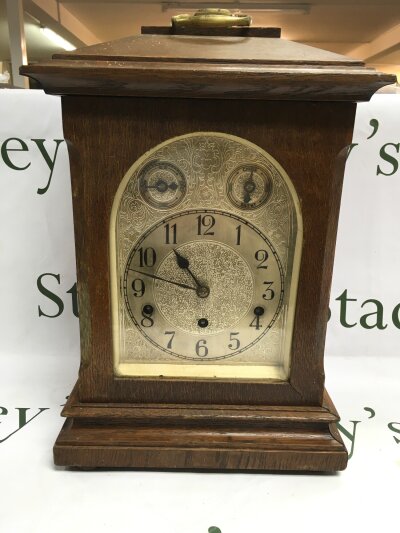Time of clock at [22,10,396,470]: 10:45
